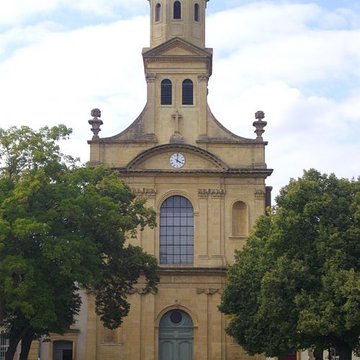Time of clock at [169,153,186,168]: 4:01
